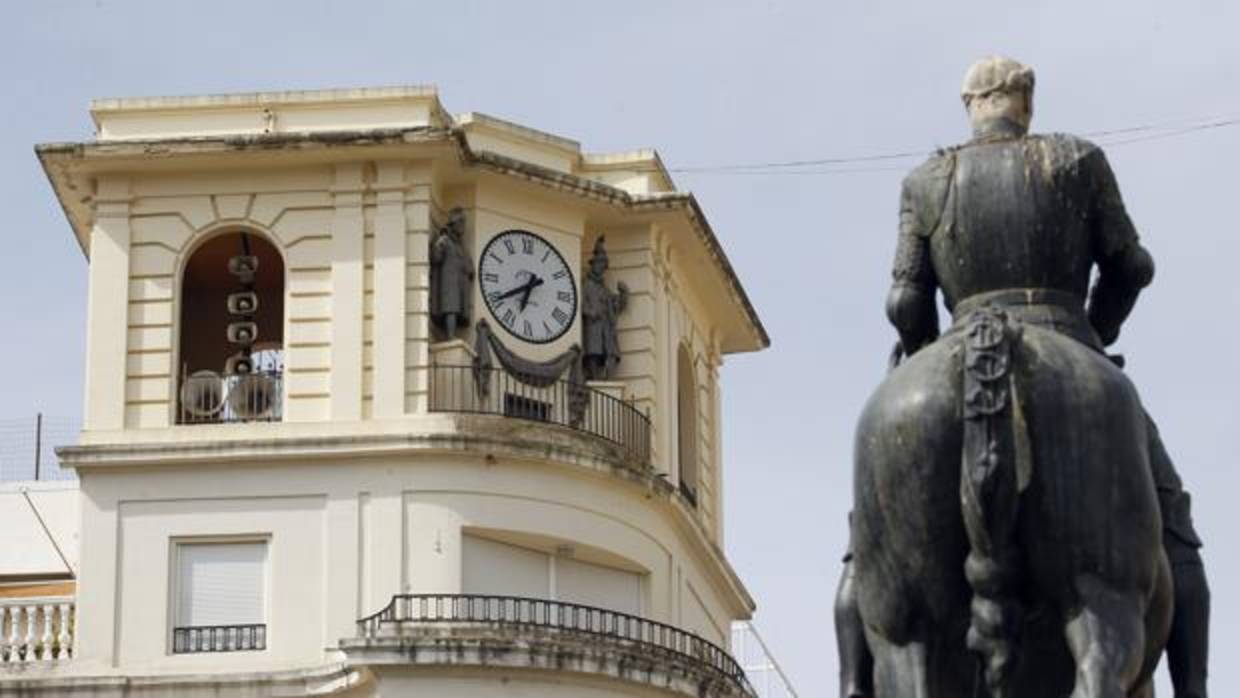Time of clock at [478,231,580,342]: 6:39
